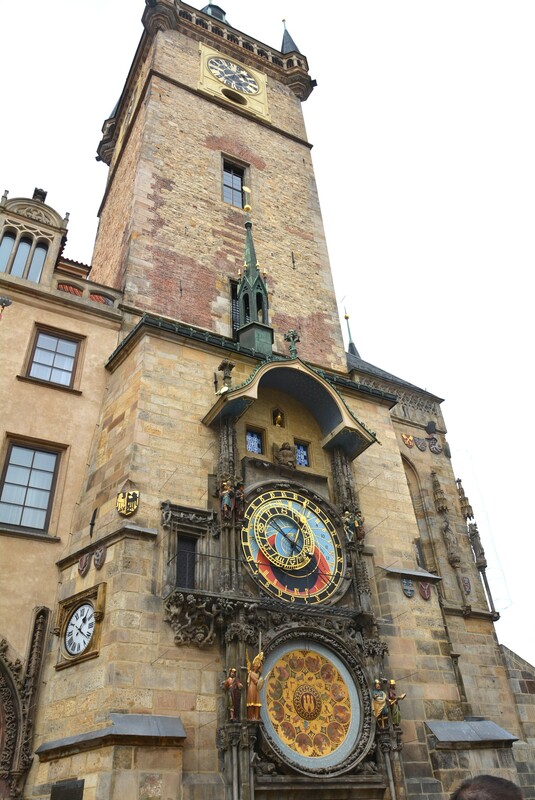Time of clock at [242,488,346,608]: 10:22
